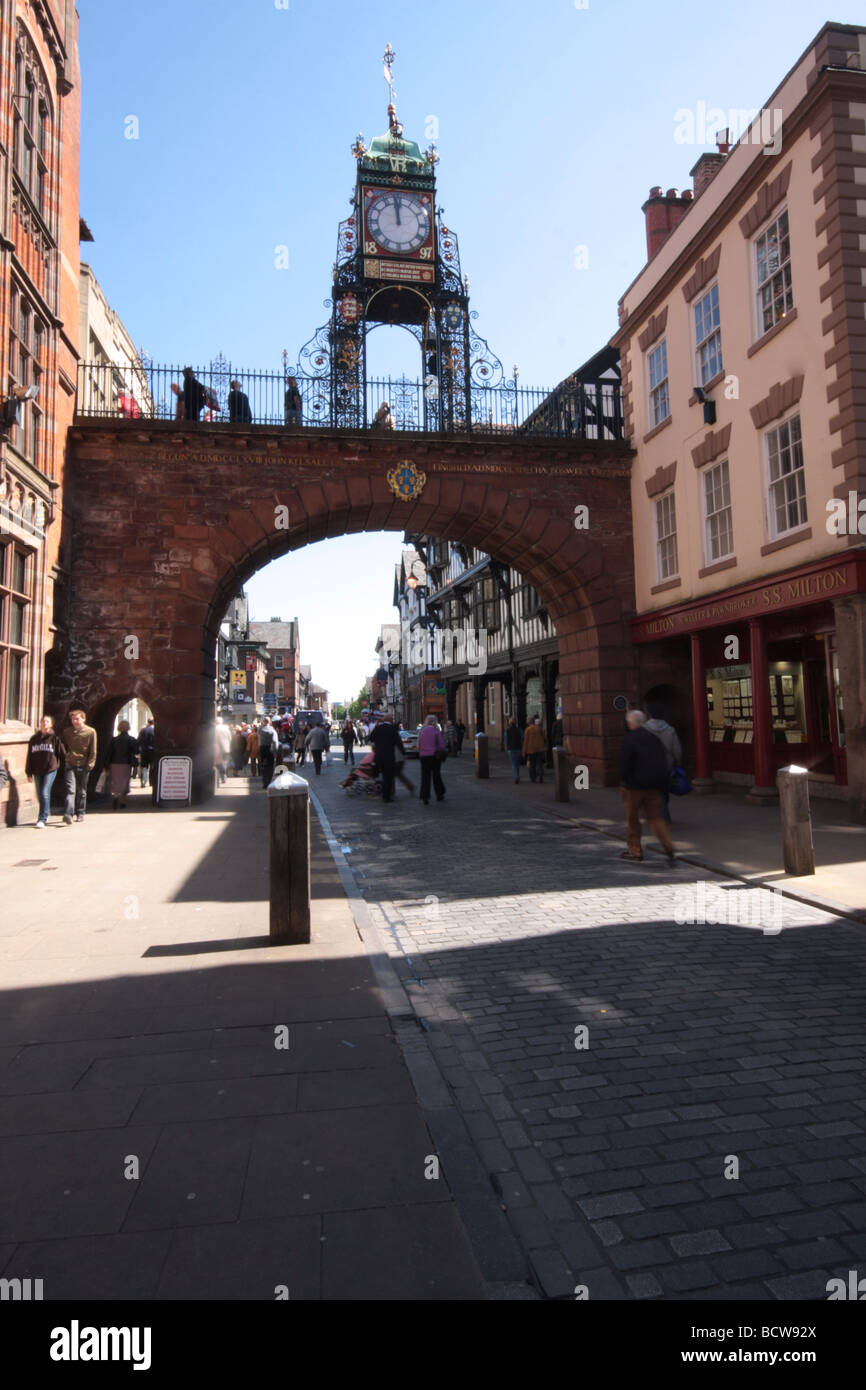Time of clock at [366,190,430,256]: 11:58
